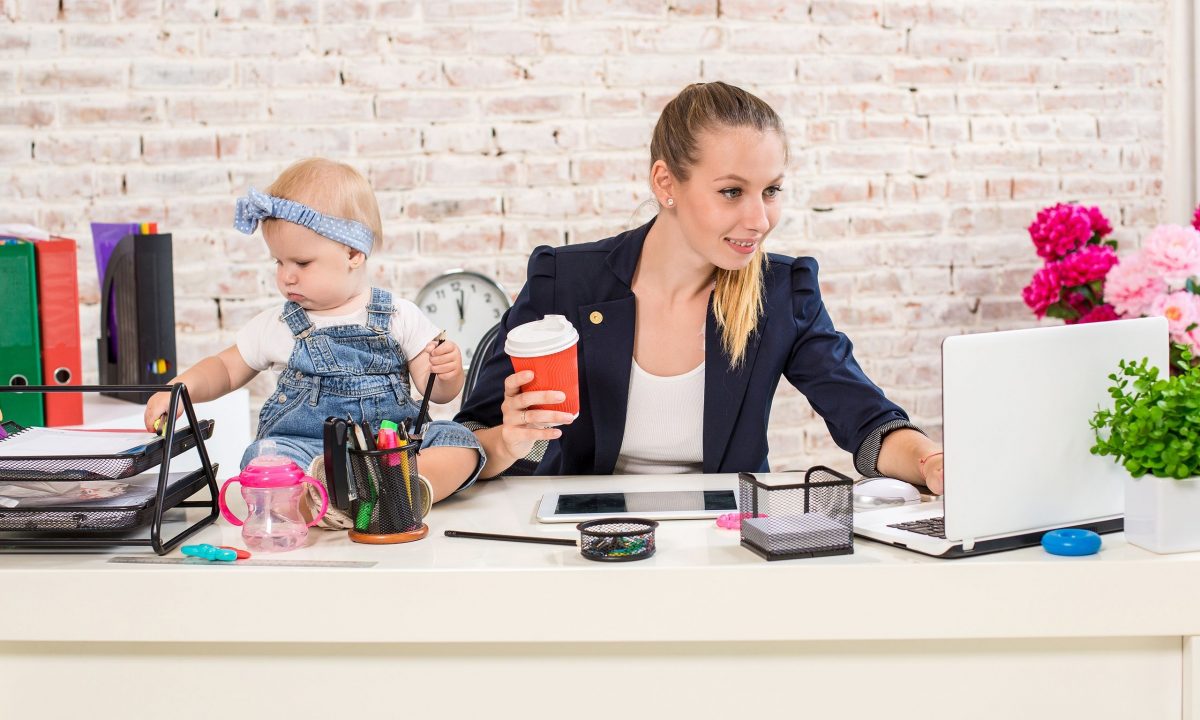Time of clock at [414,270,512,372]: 12:02
